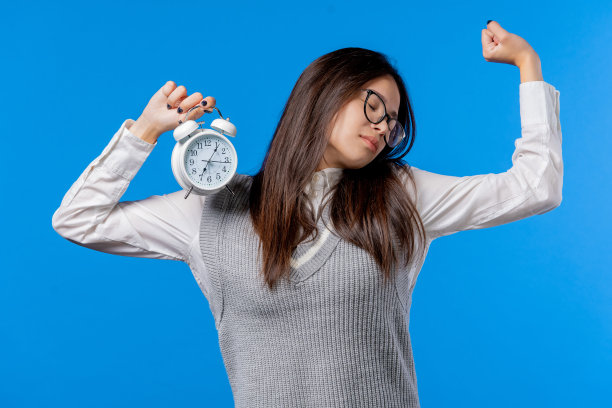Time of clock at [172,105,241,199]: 7:06
